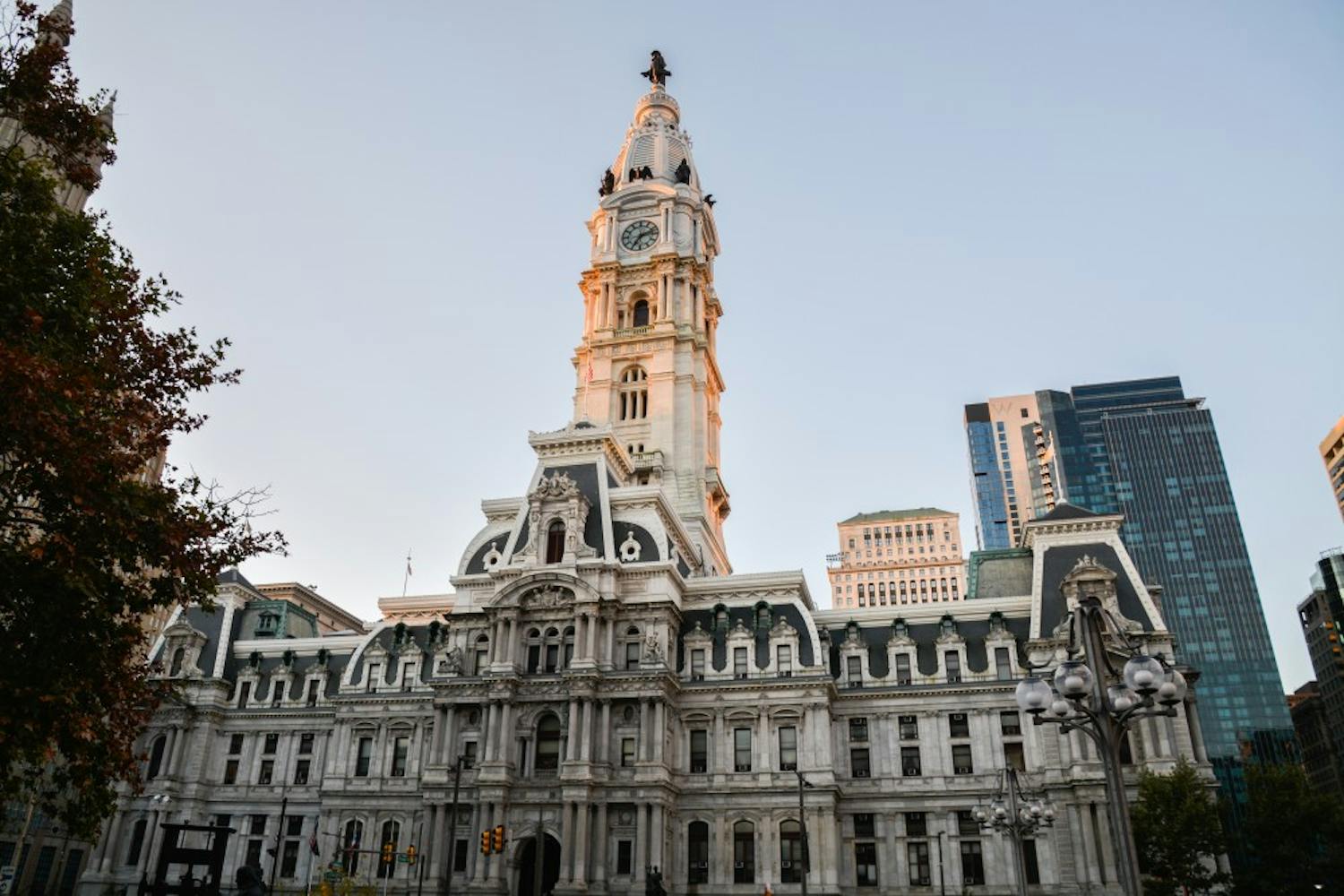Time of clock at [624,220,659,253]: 7:12
